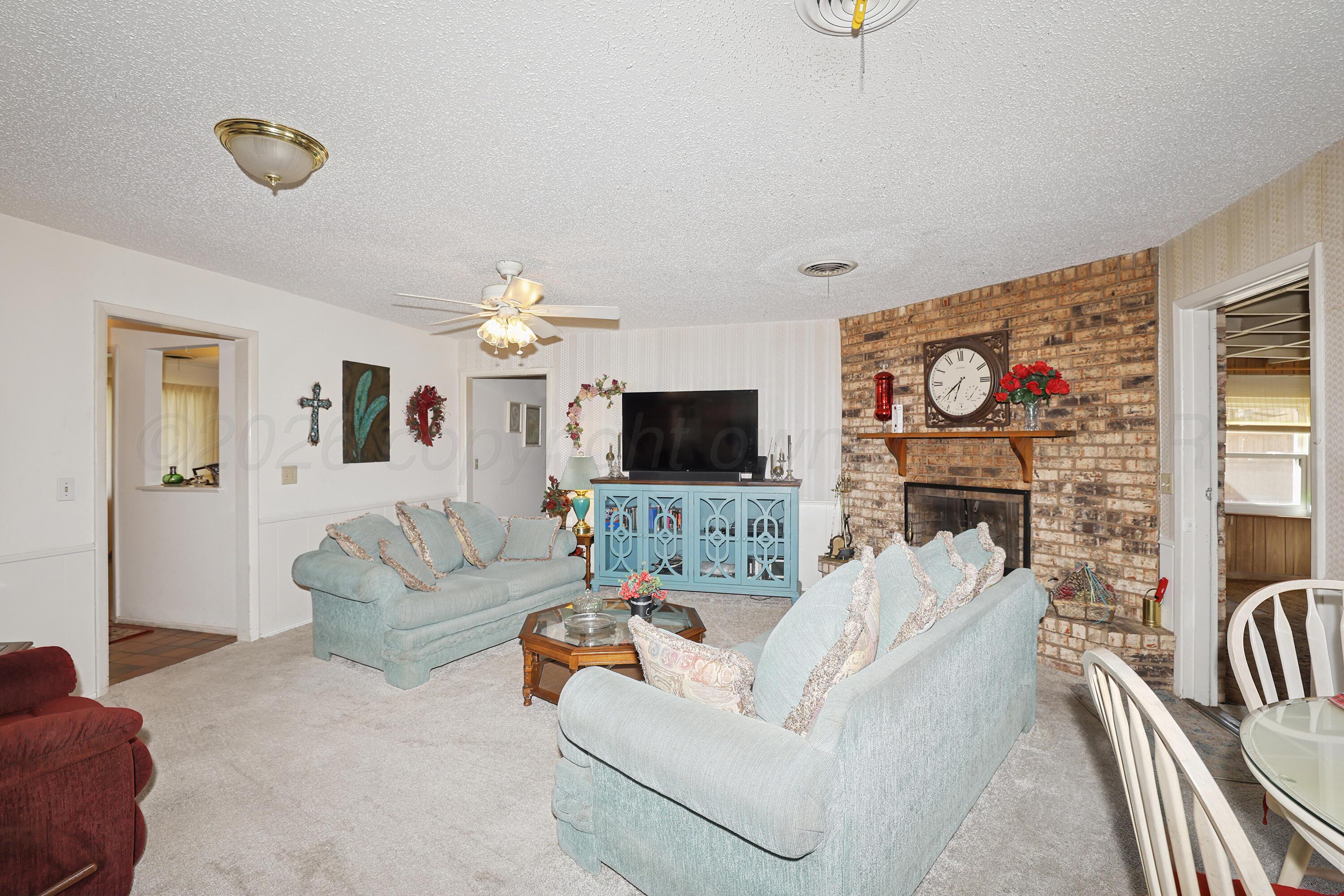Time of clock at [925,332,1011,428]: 6:38
